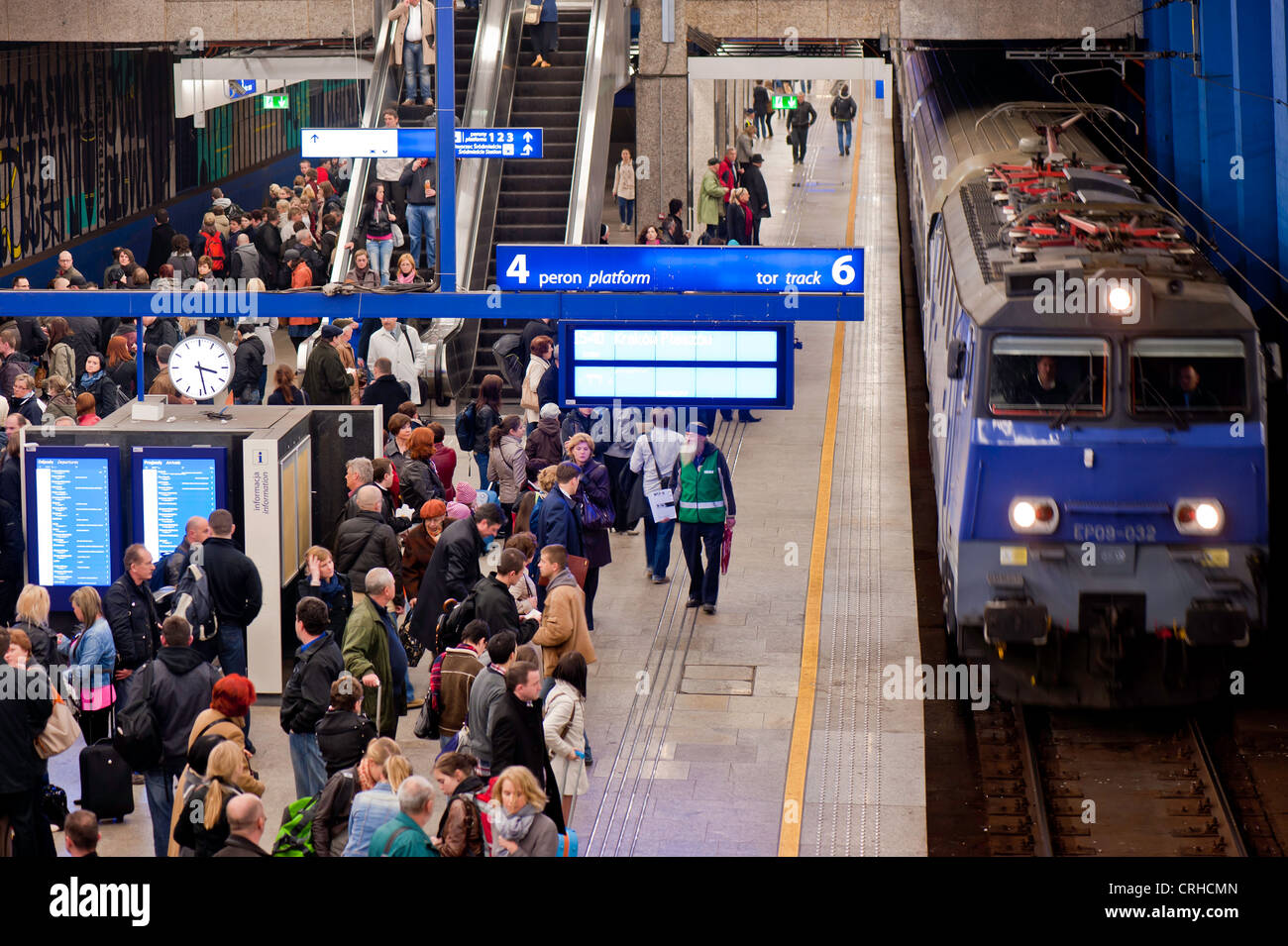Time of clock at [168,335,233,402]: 3:28
